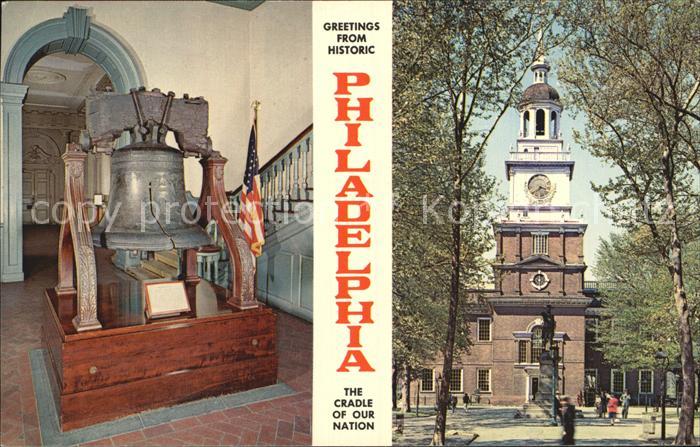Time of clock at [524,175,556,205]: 3:38
